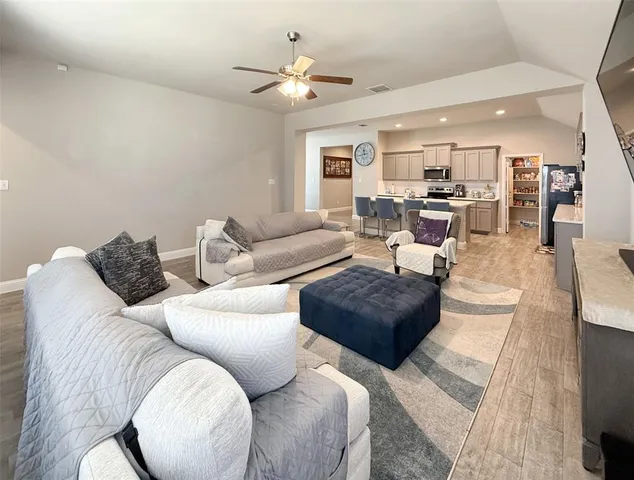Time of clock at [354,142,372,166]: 11:43
